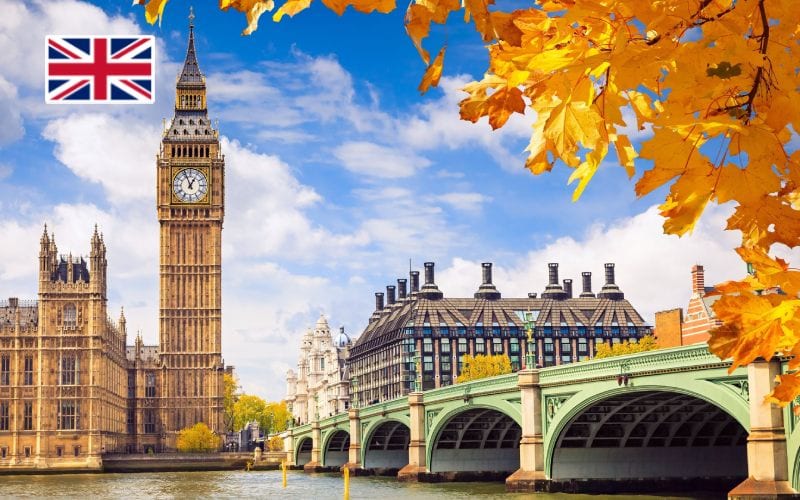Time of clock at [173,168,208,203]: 12:56
